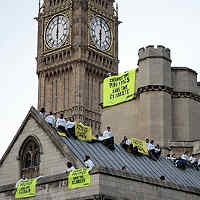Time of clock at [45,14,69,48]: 6:00
